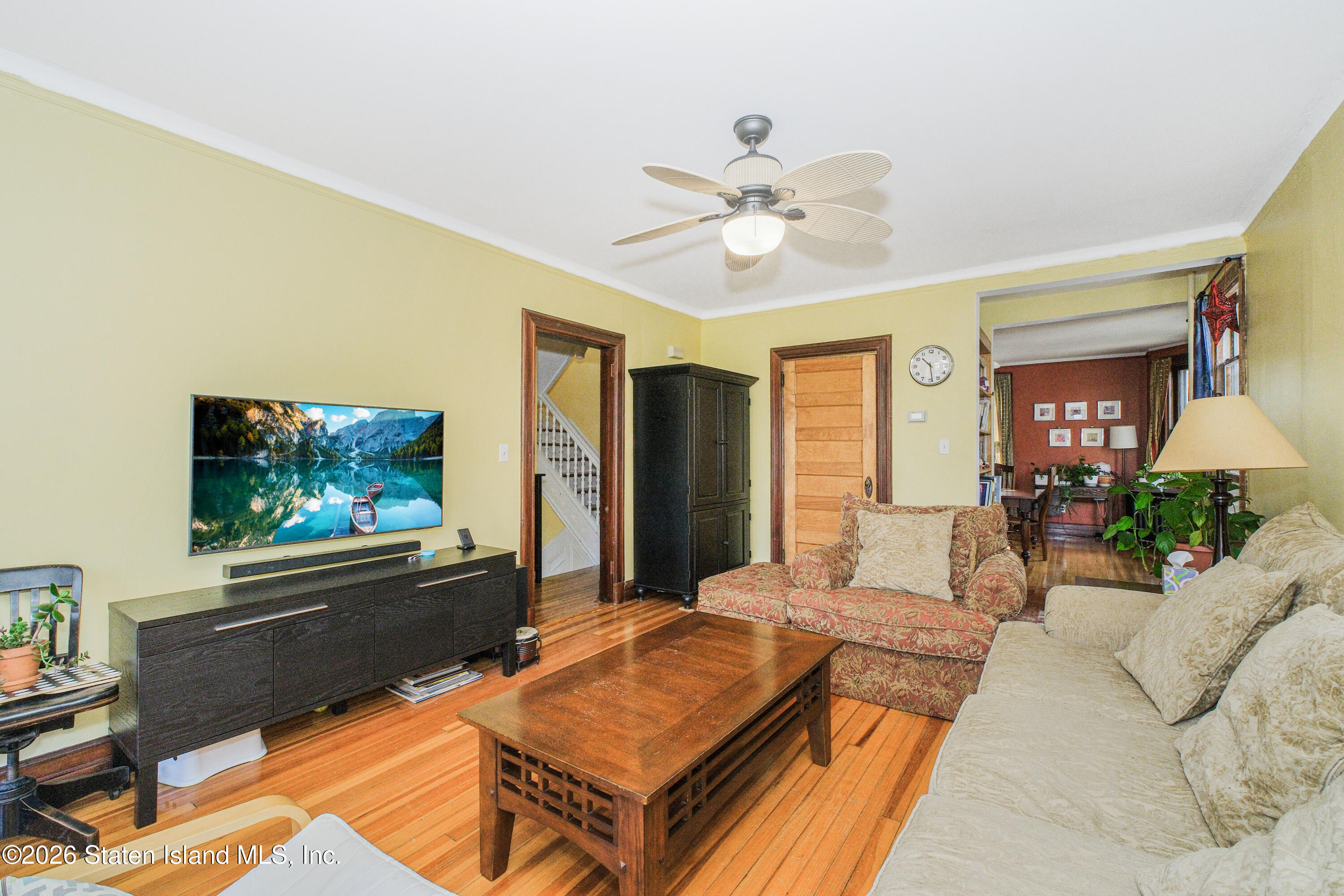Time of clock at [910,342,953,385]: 10:28
